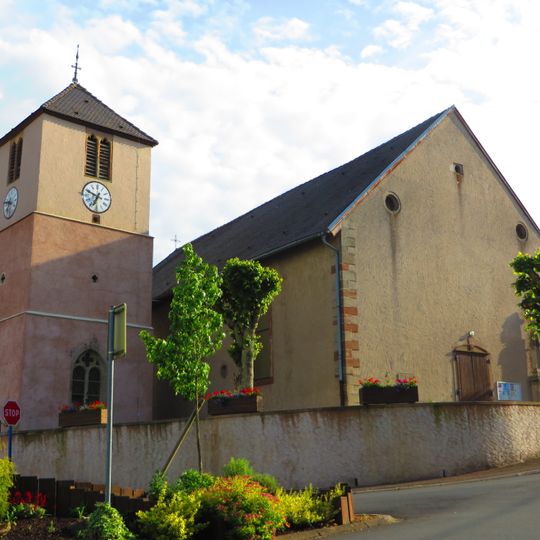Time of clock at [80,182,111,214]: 6:48
